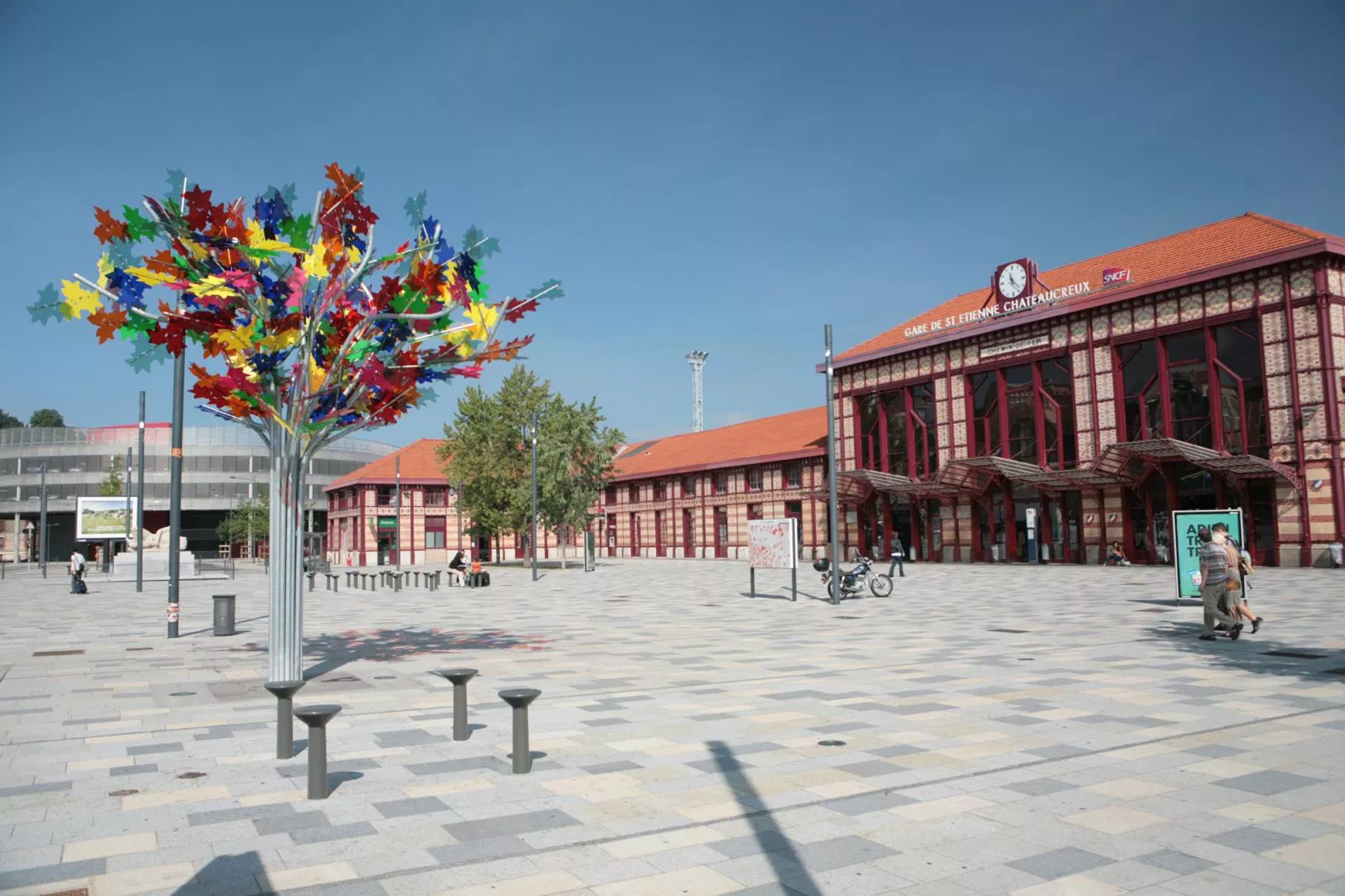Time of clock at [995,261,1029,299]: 11:22
